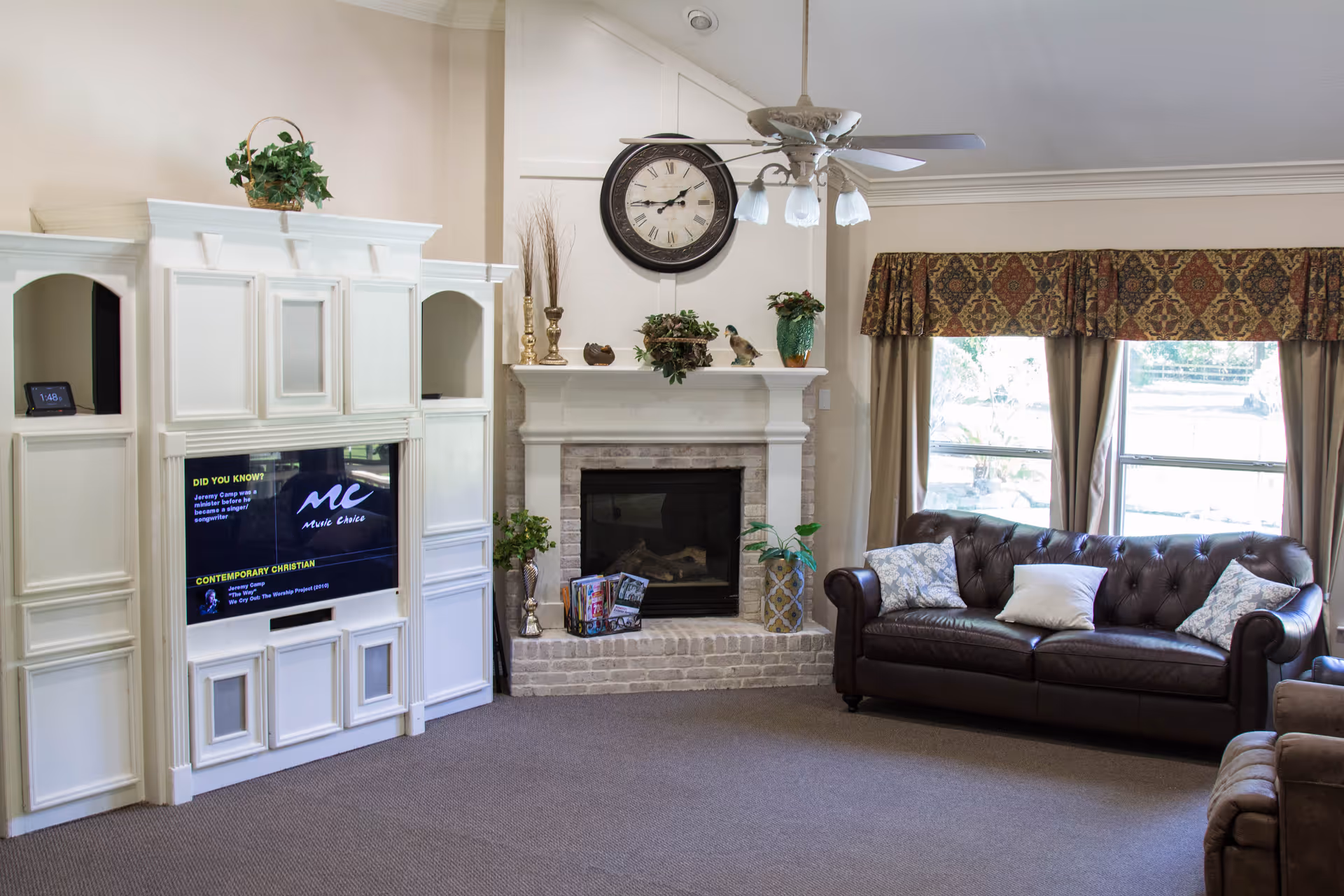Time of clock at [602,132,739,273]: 1:45
